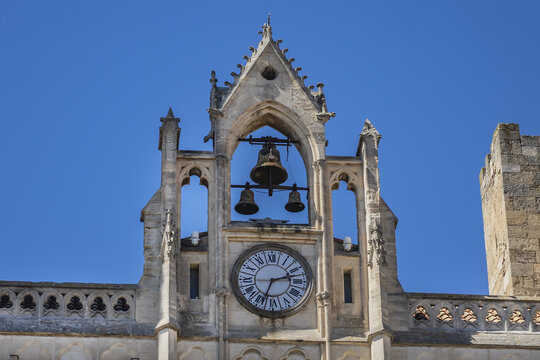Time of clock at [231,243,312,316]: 2:33
